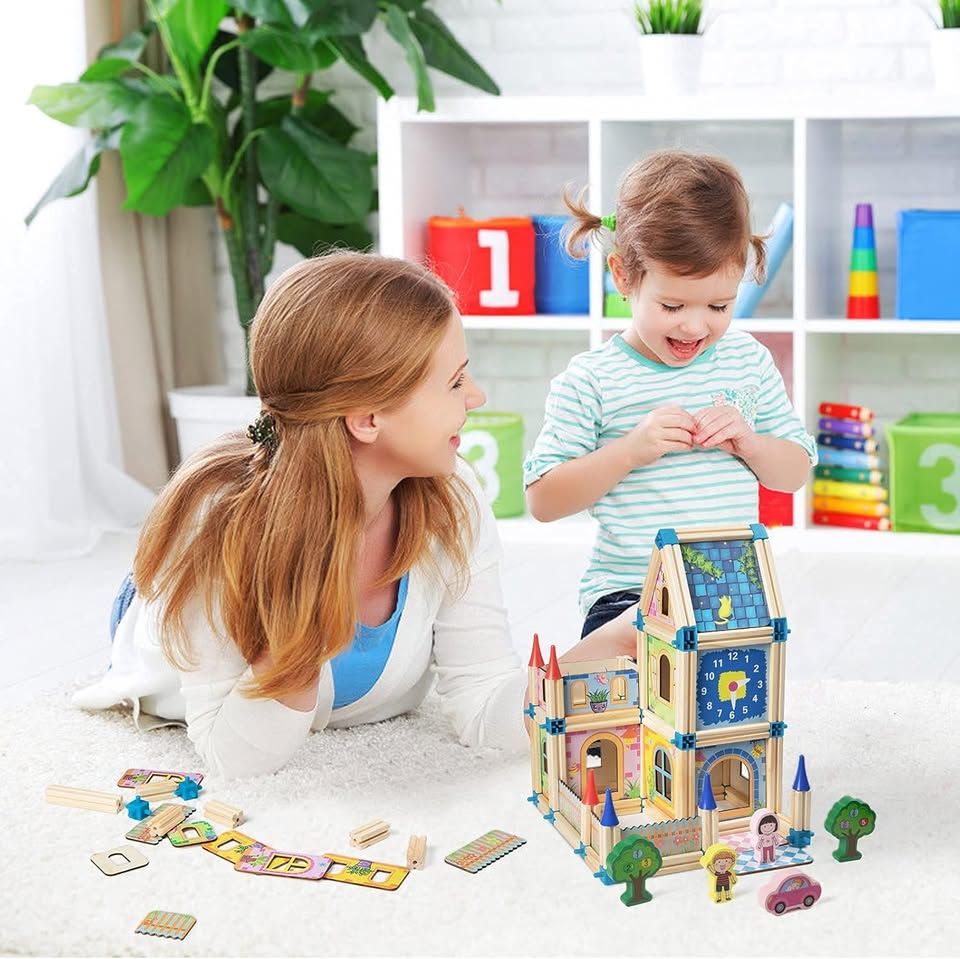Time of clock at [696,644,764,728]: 2:29
